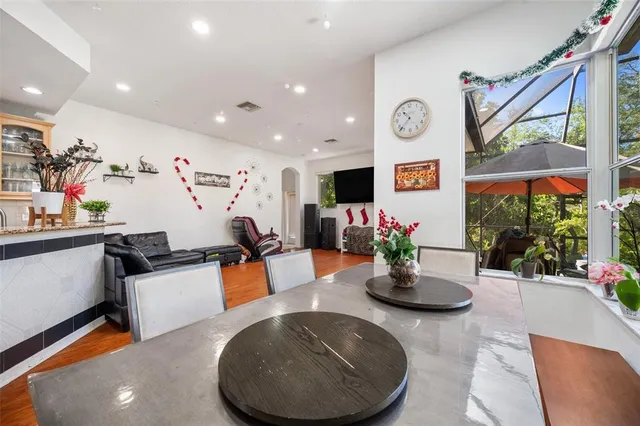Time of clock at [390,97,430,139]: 10:37
